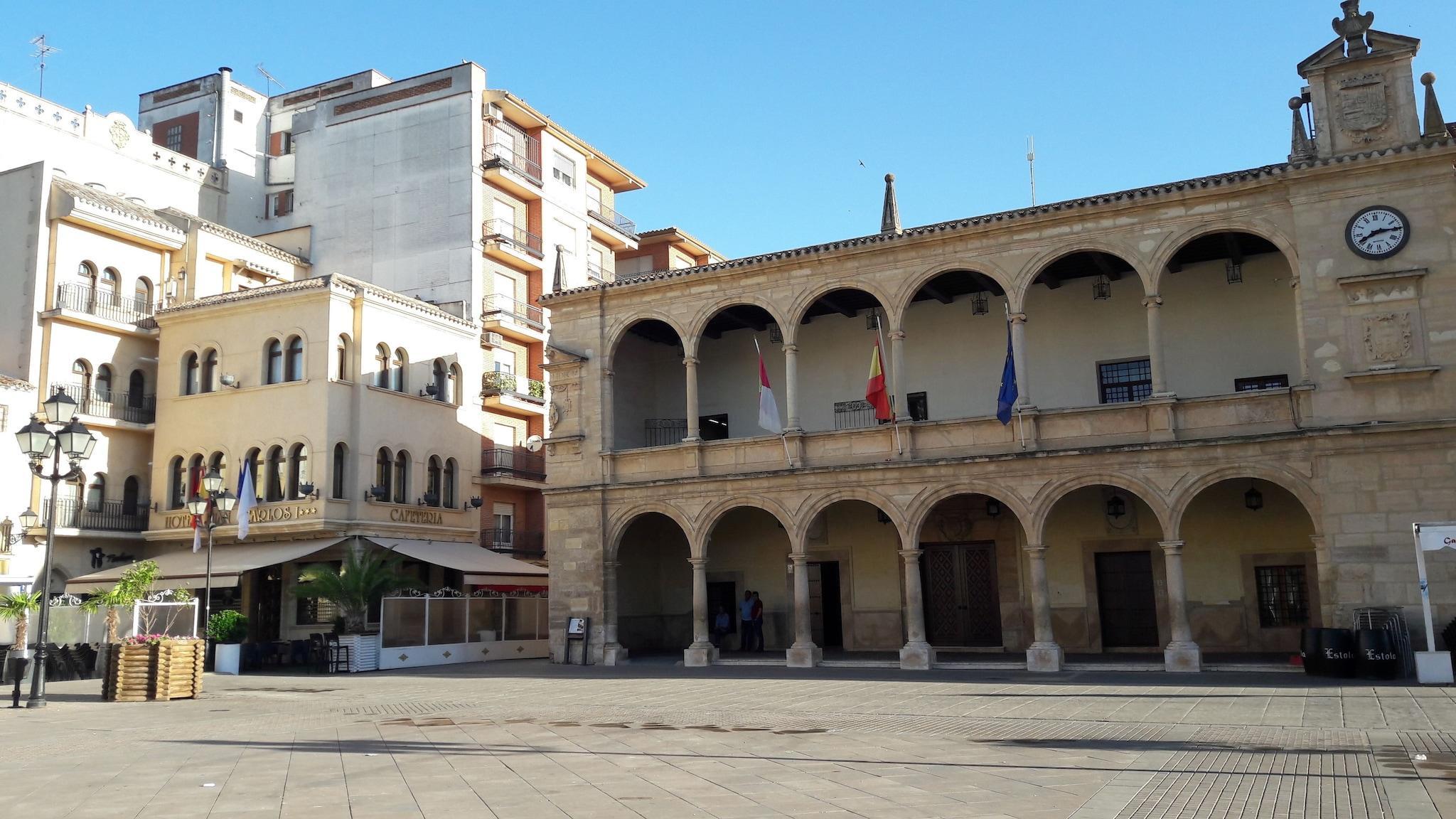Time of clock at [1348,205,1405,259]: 8:14
